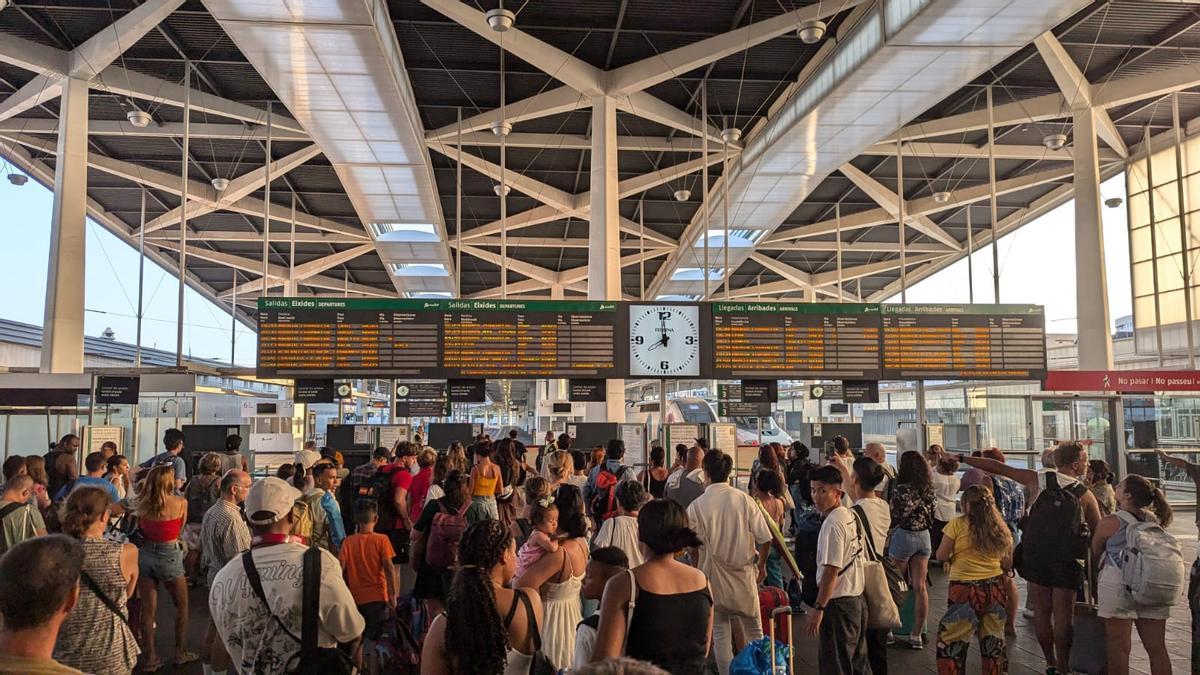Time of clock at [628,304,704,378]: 7:59
